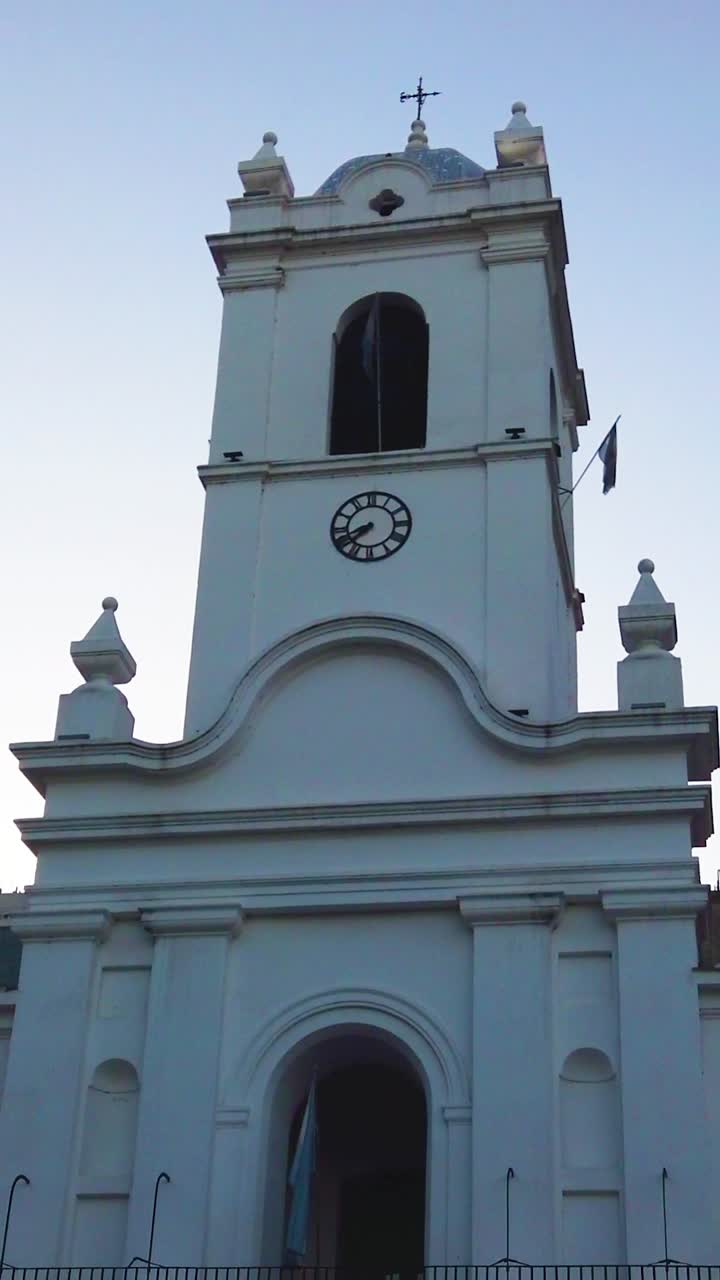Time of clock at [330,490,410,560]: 7:41
